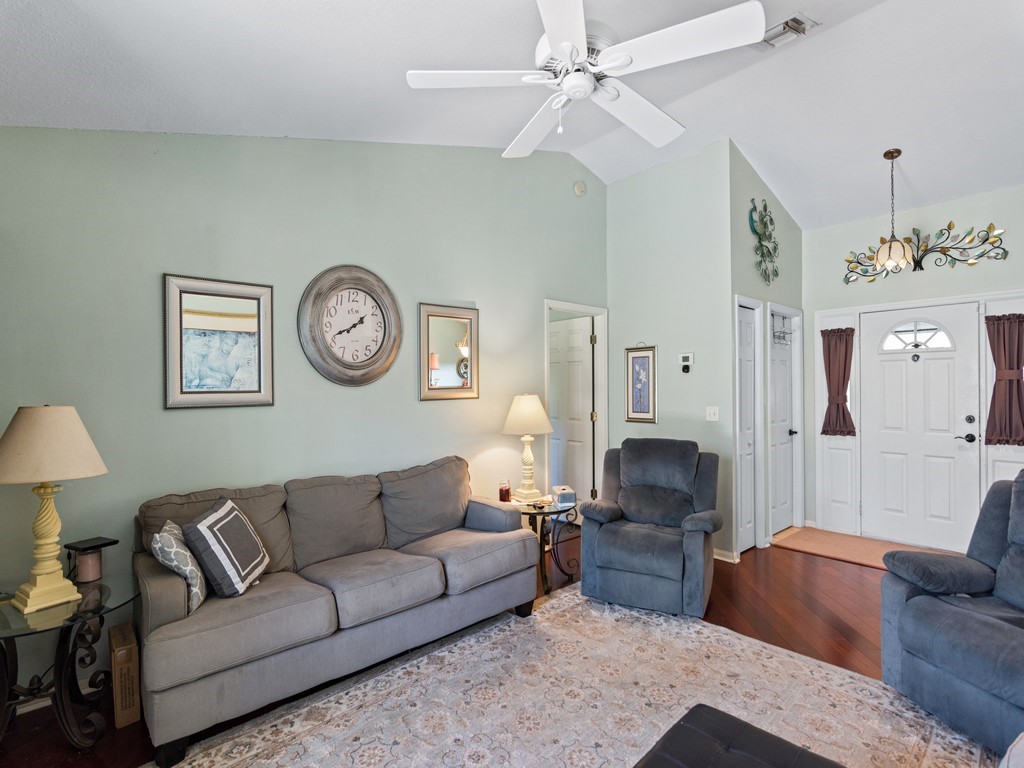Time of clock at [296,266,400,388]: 1:41
